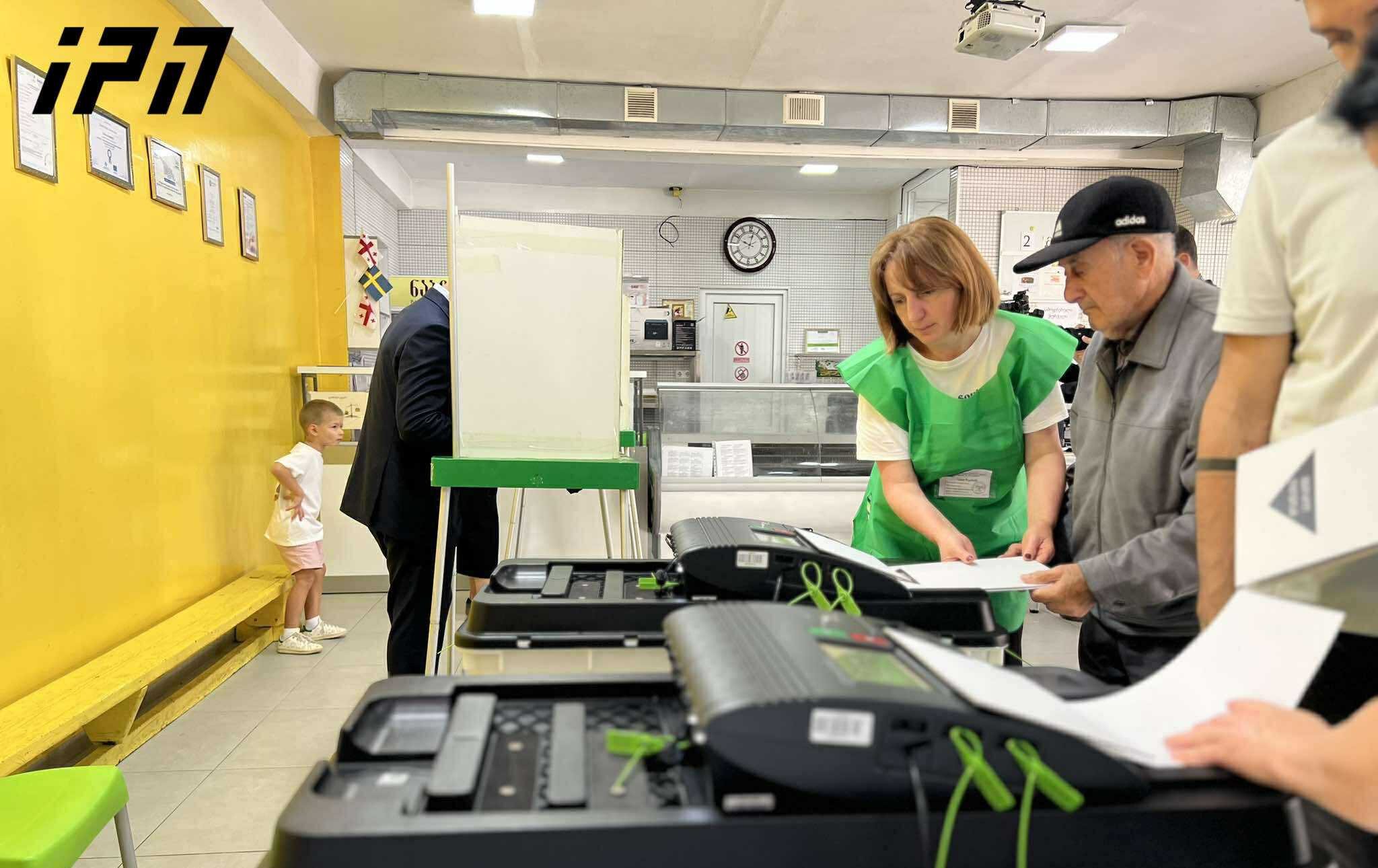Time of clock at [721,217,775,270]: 10:02
